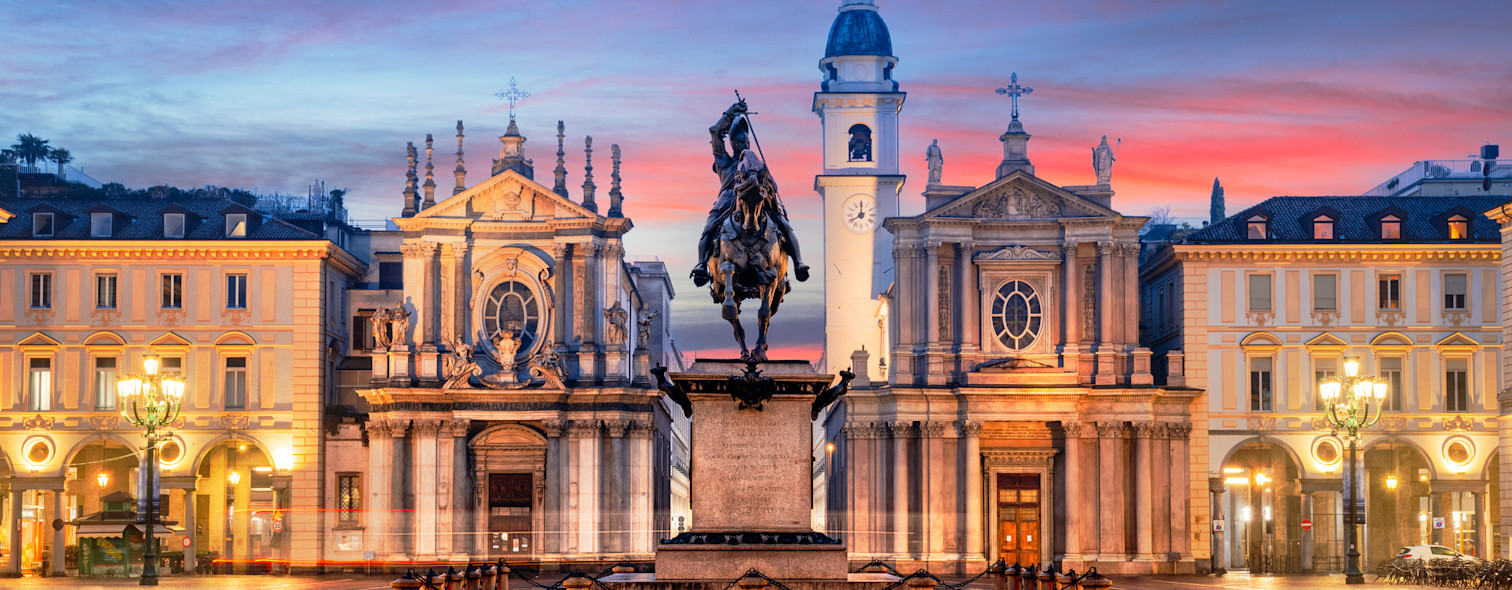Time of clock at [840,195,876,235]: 7:59
